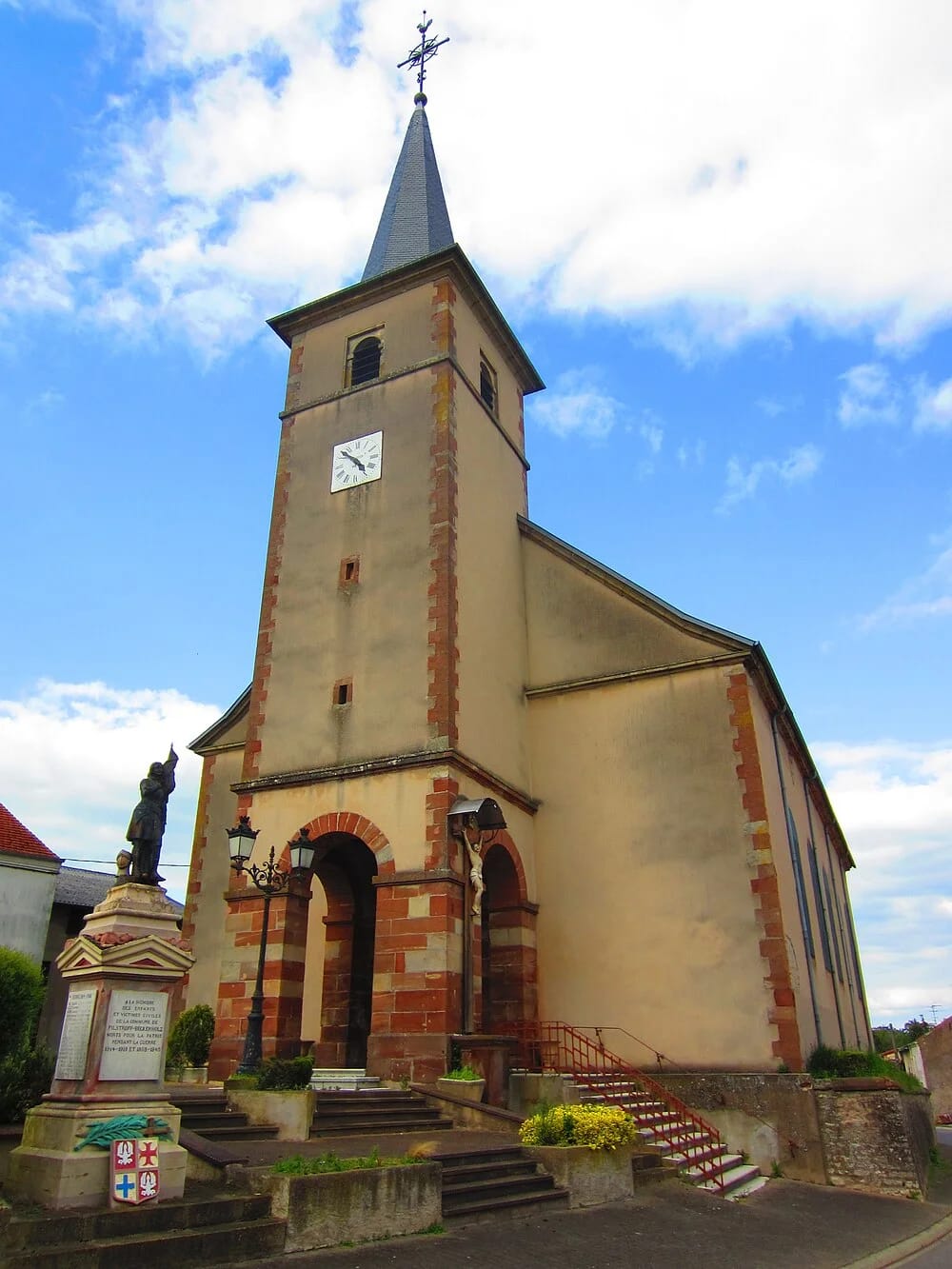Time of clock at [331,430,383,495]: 4:52
